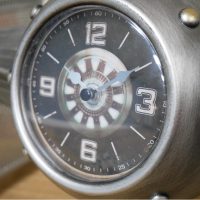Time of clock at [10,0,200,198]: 8:10
